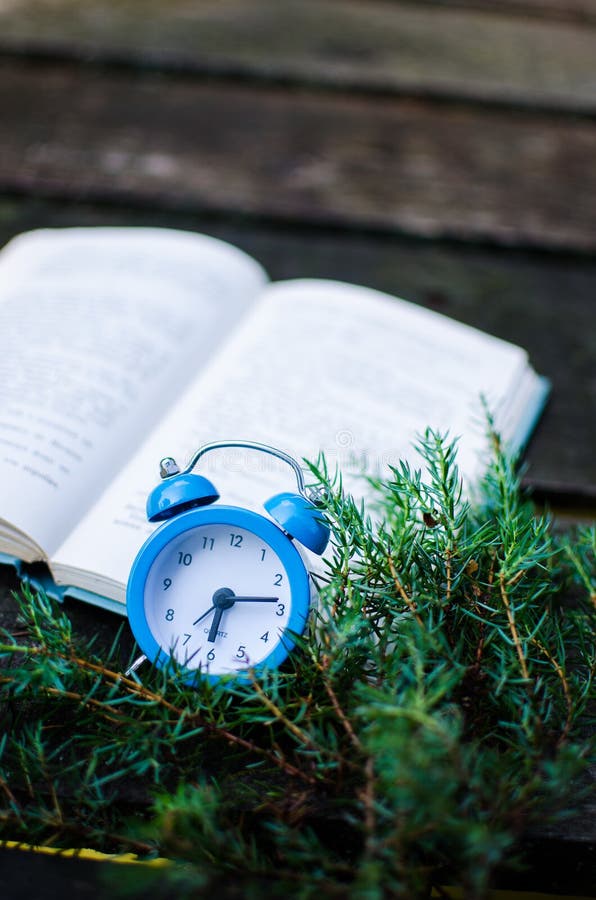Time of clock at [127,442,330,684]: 6:13
